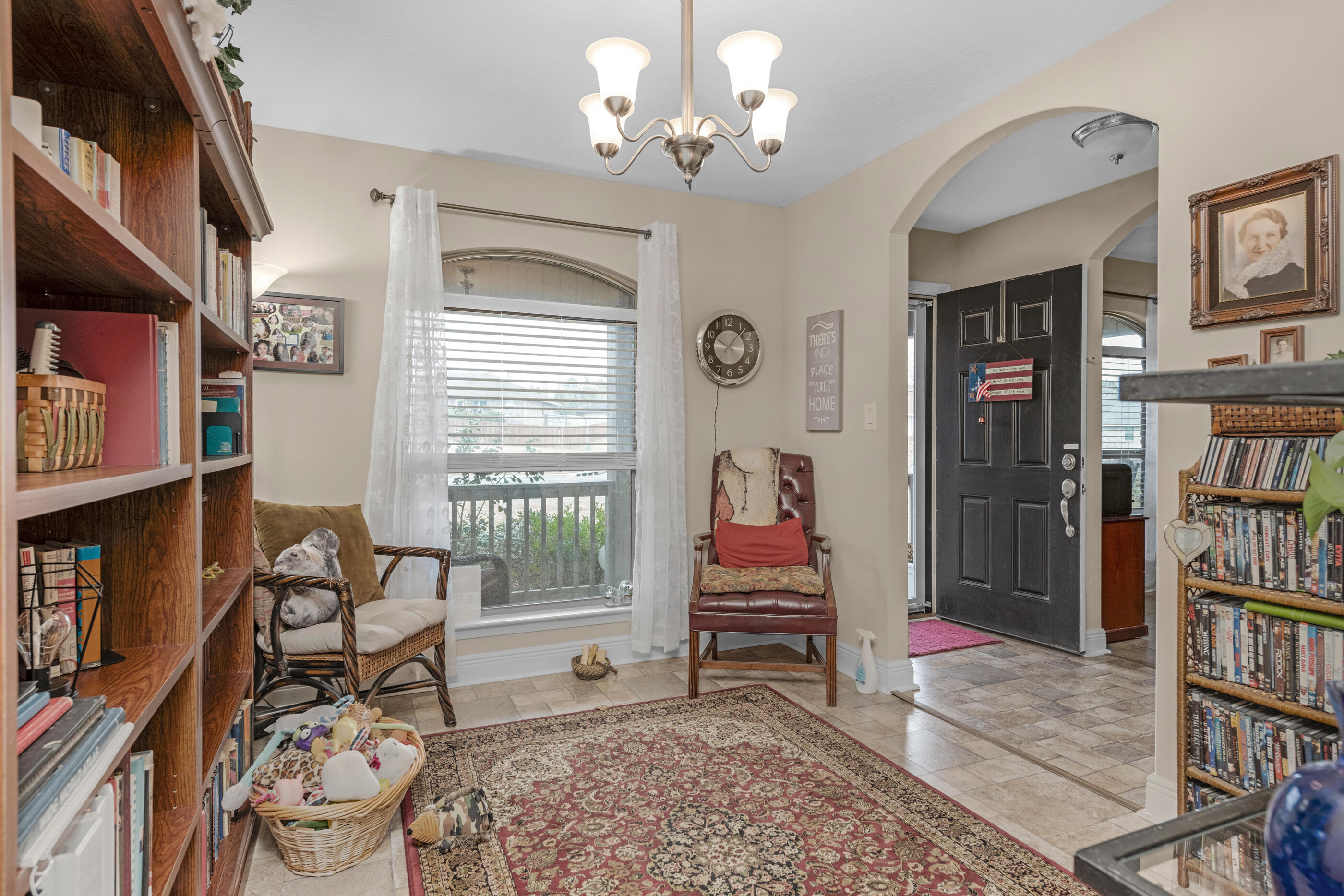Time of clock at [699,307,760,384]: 10:07
